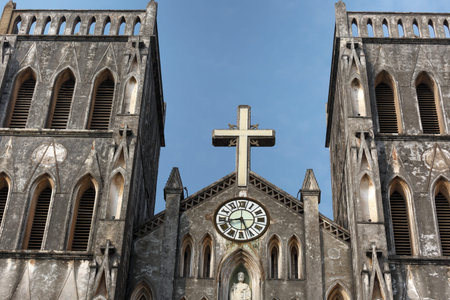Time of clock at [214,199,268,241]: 8:25
